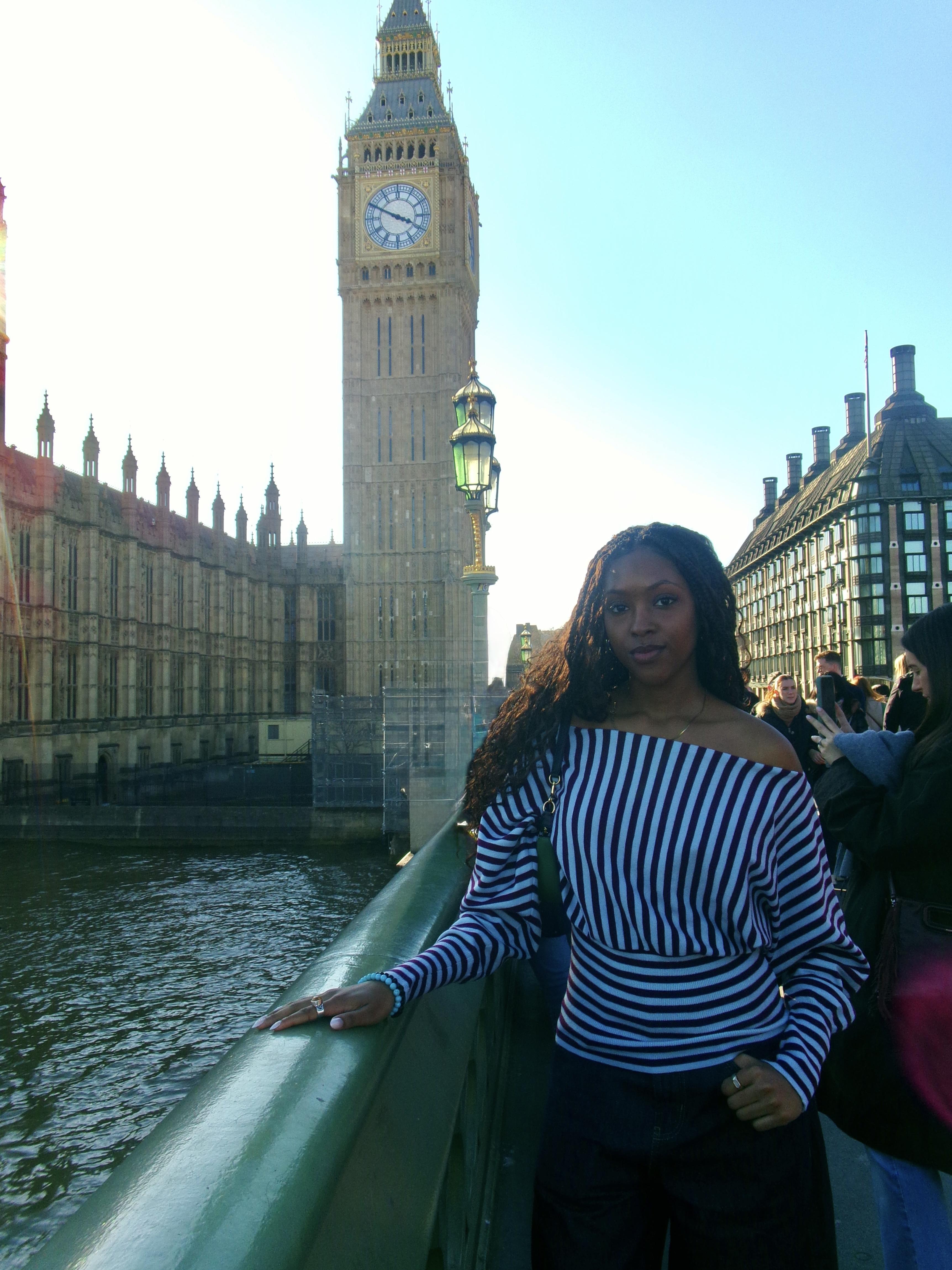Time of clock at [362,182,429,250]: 3:49
